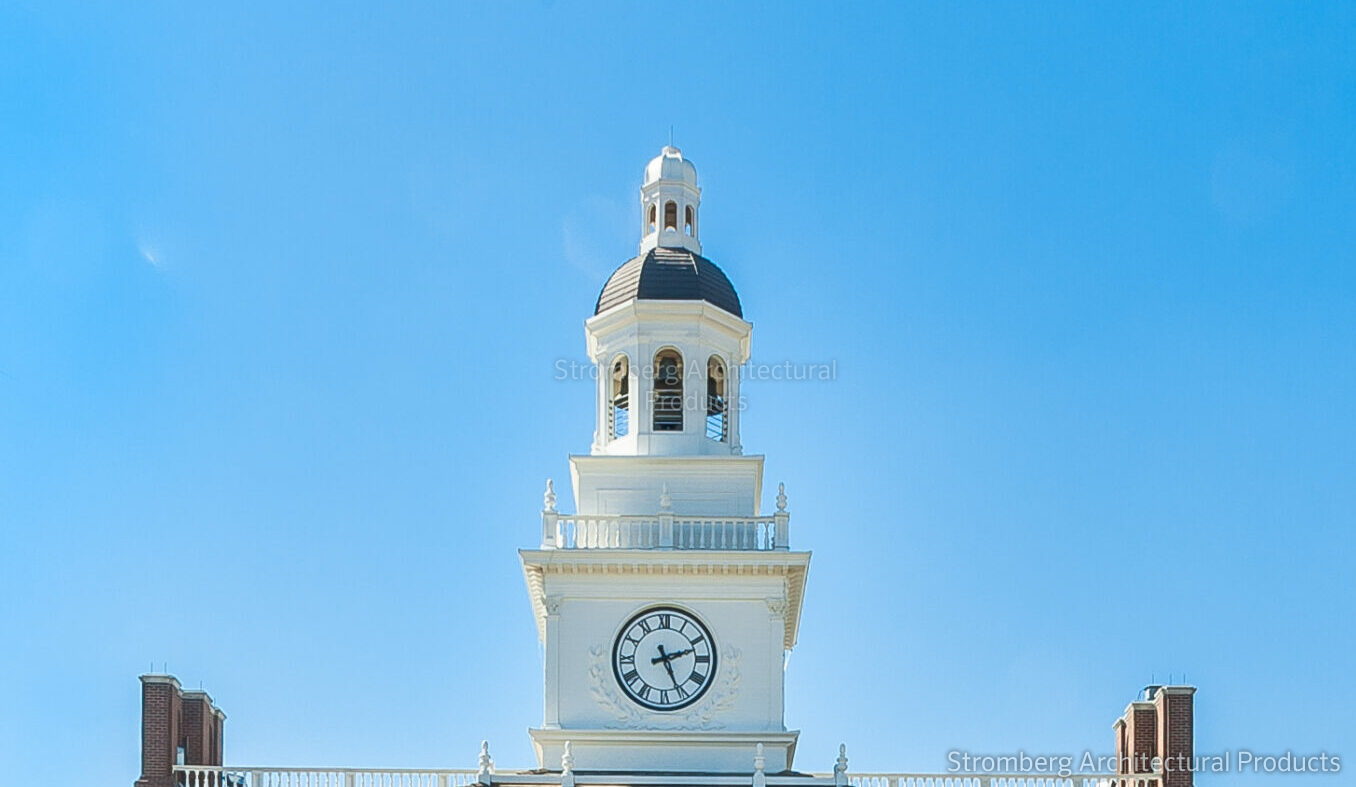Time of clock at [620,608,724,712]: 2:26
